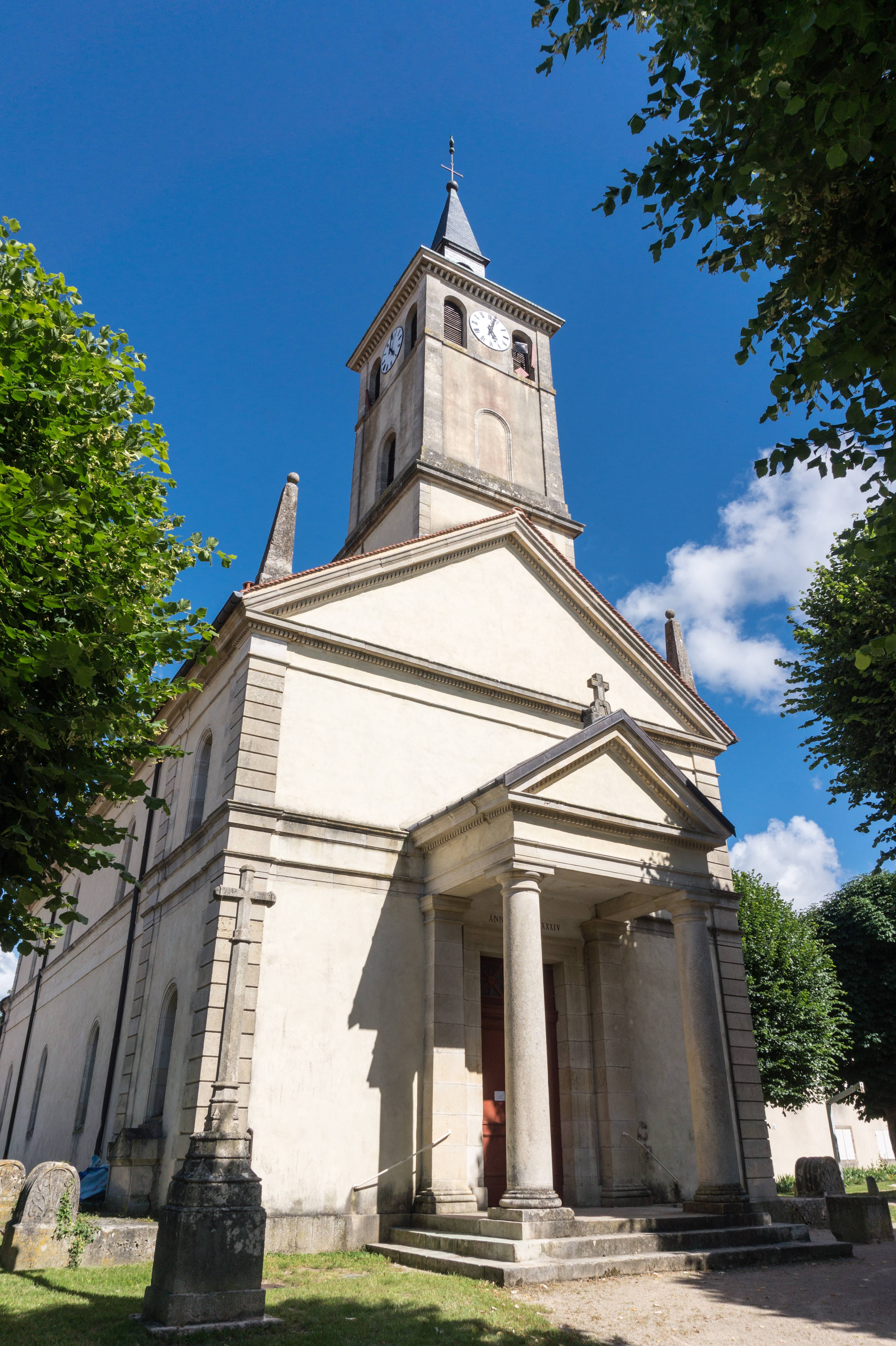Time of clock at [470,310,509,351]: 5:03
